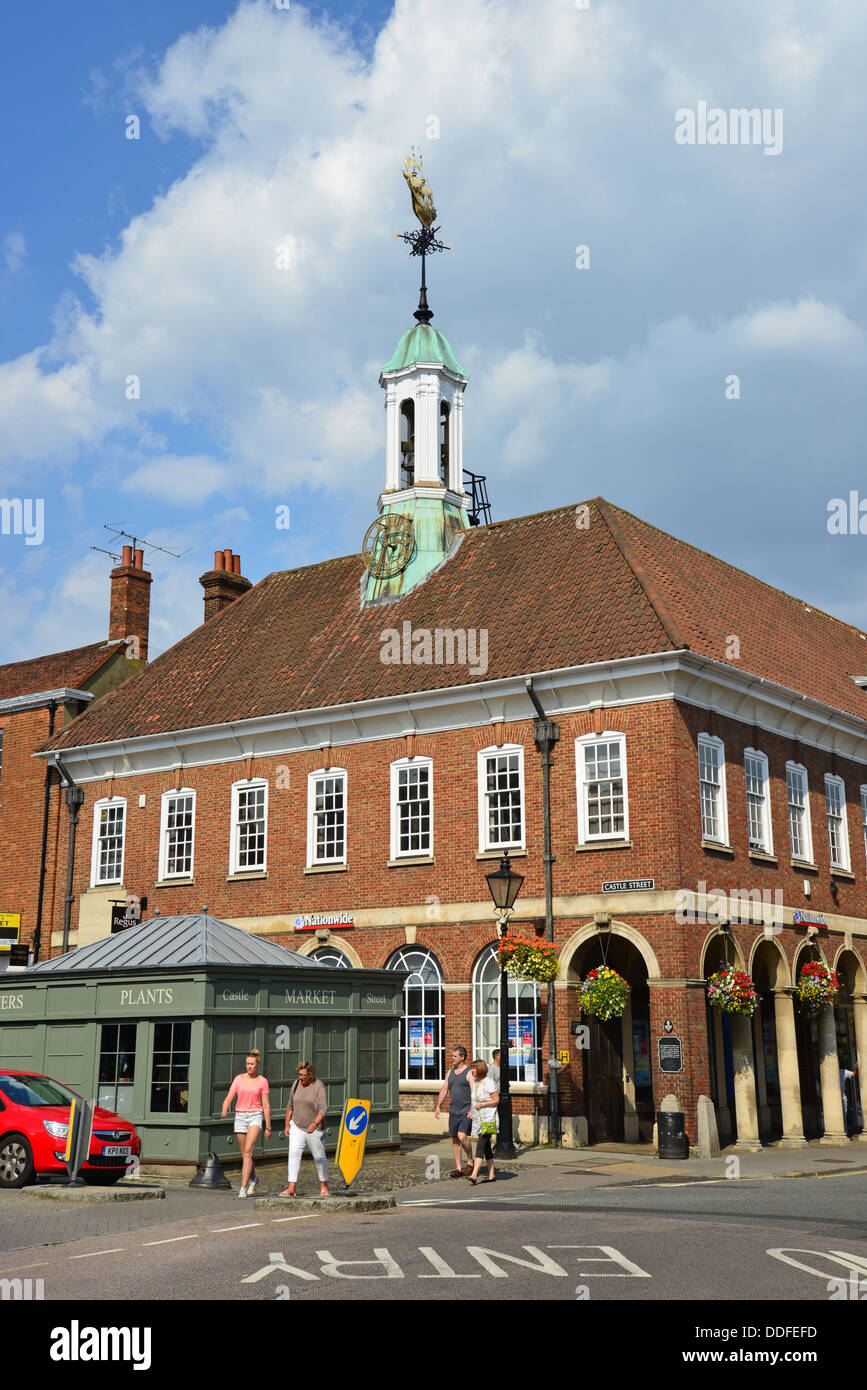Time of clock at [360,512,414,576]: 3:32
